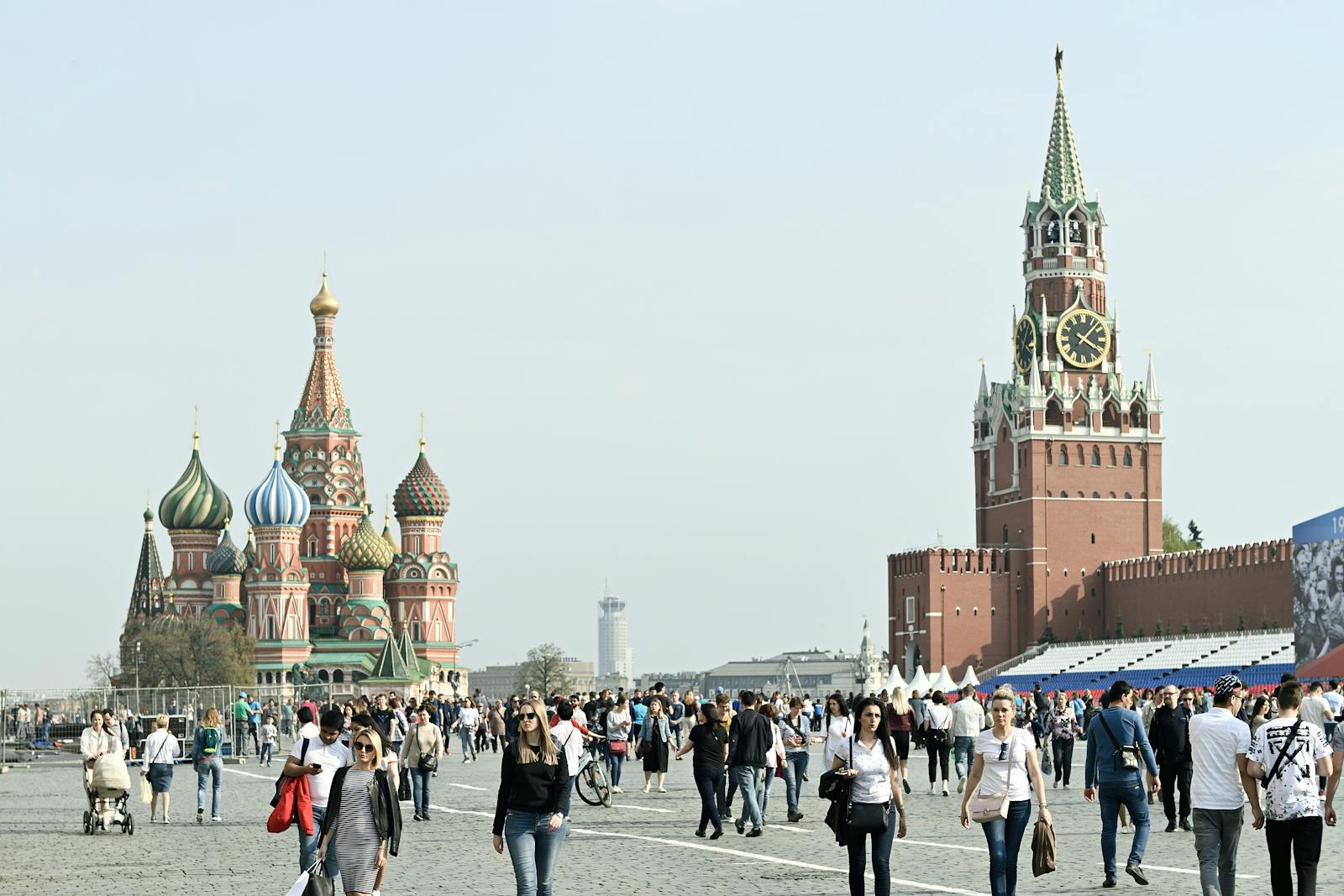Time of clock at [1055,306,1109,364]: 4:07
